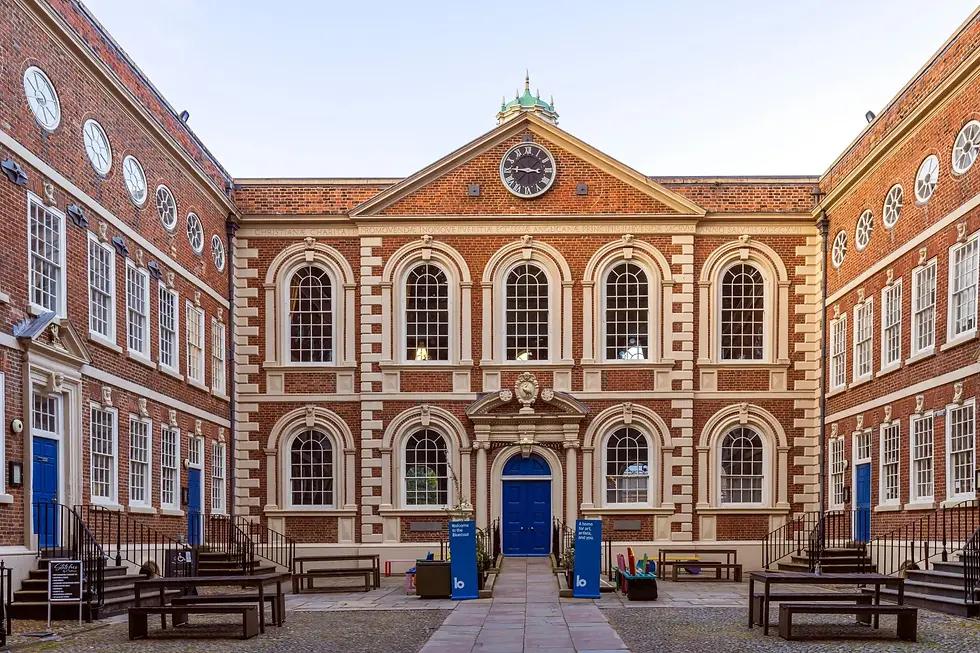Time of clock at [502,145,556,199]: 2:45
